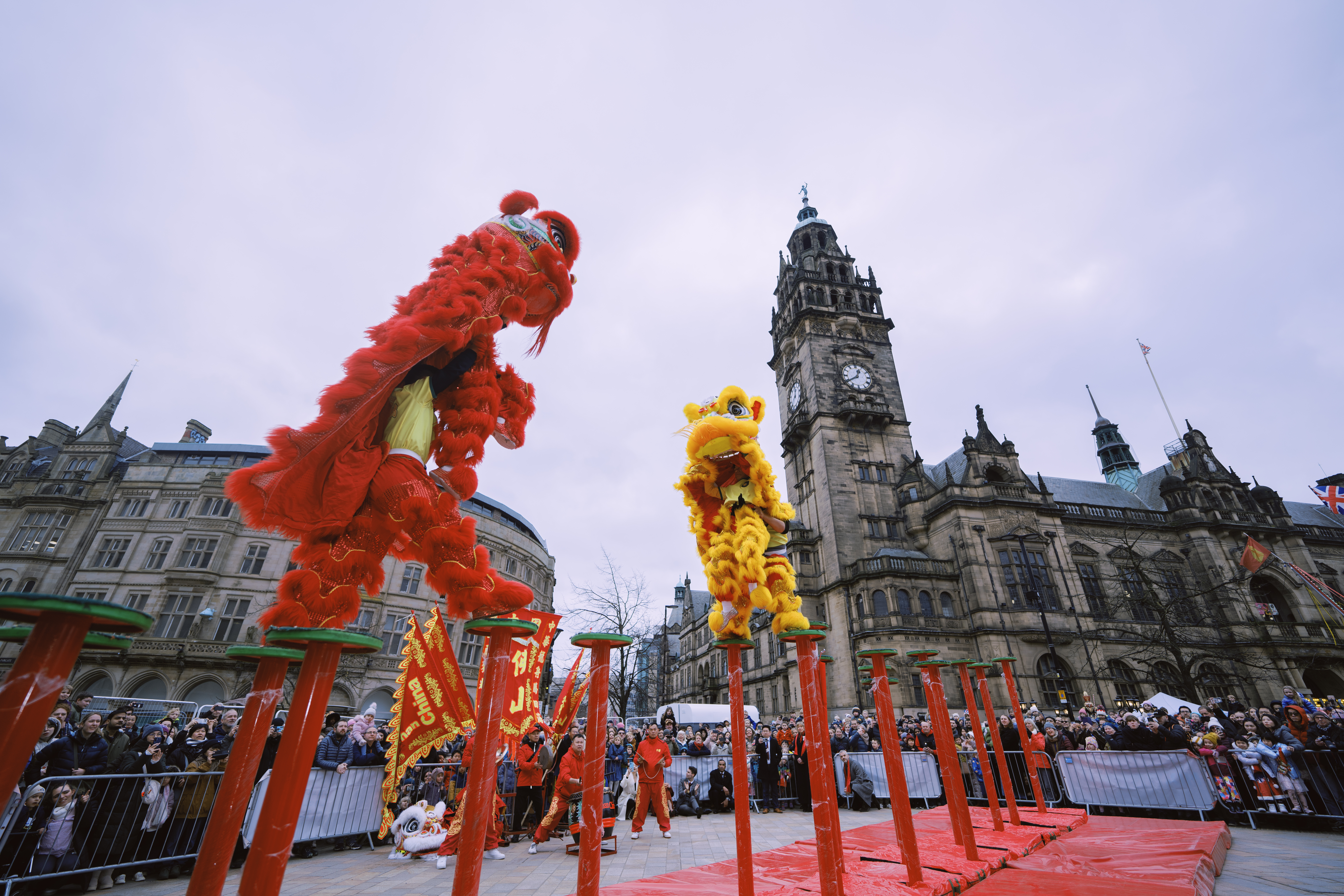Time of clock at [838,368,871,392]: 12:40
